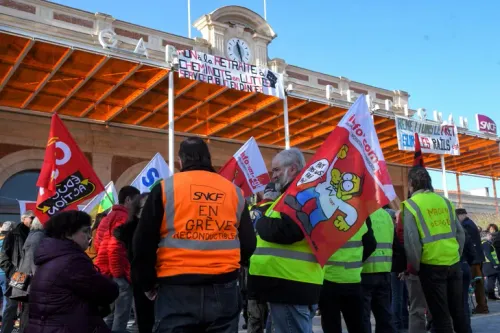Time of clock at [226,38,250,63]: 11:28
